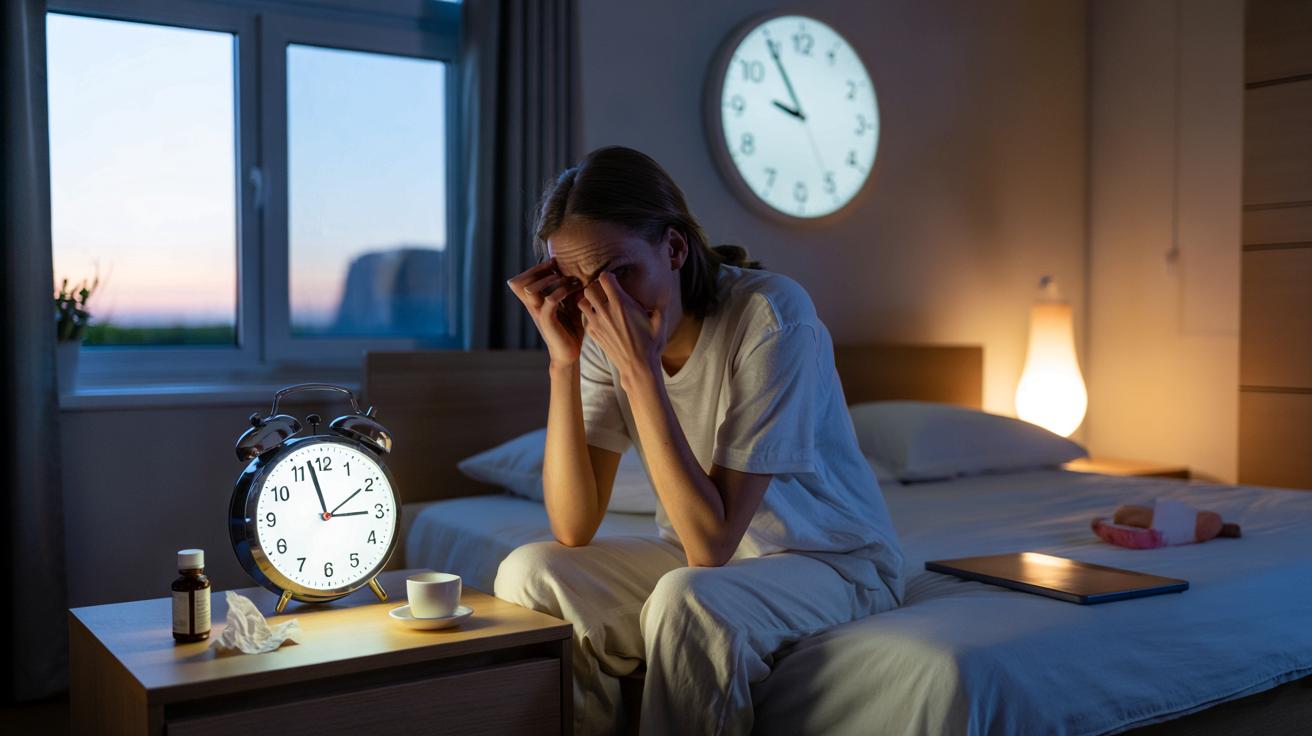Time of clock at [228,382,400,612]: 2:57
